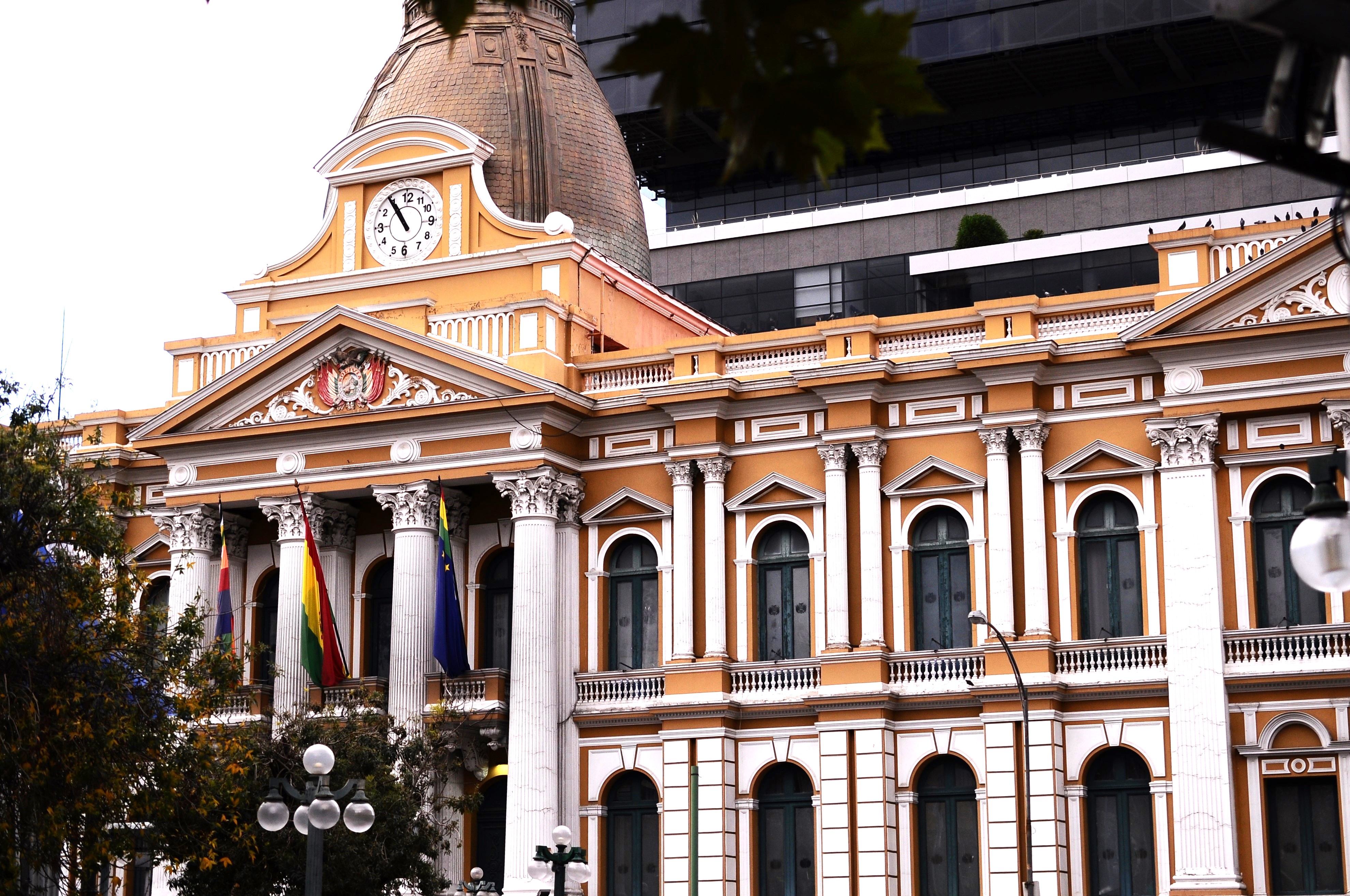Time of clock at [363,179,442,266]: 10:54
